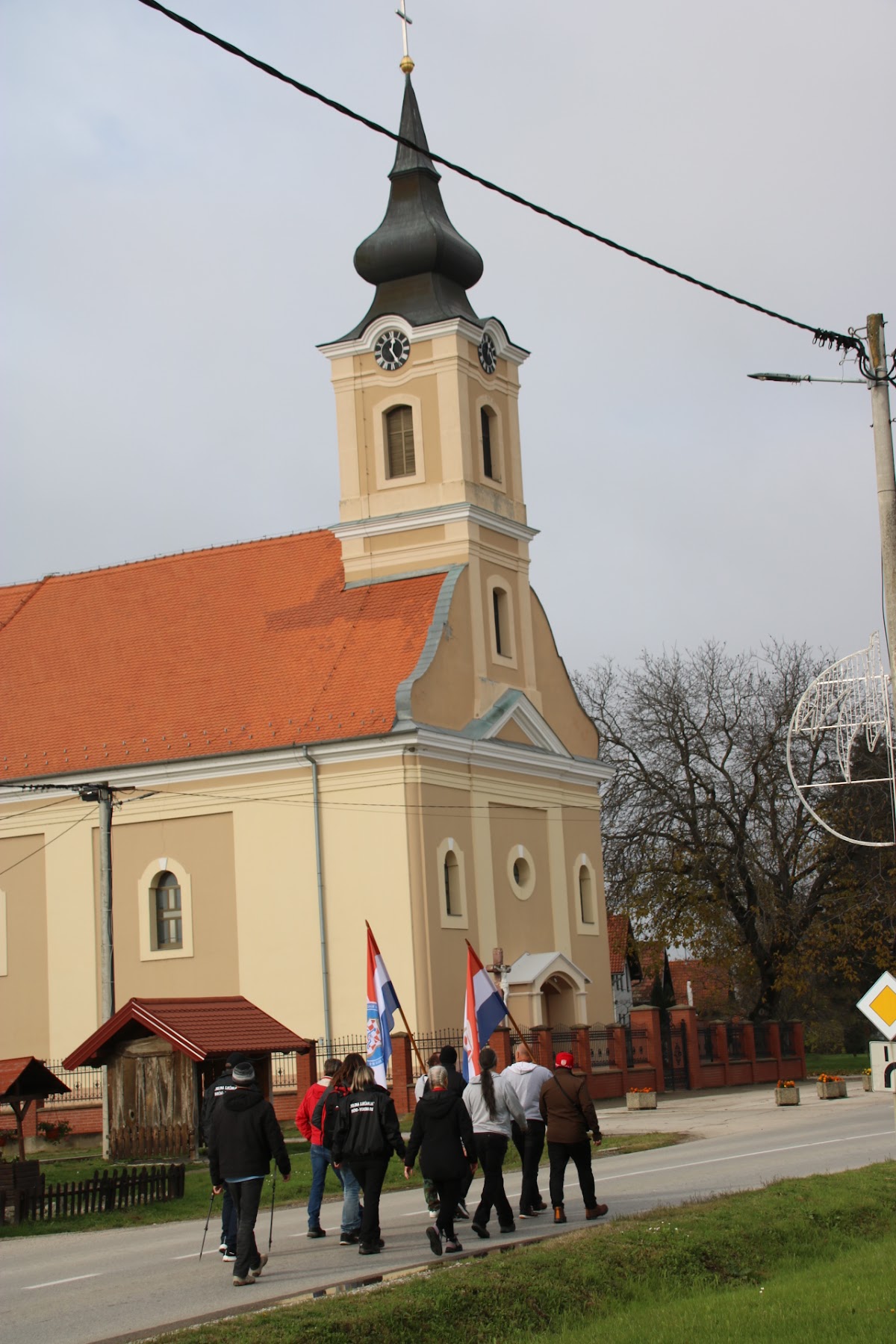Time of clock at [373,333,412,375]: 12:24
